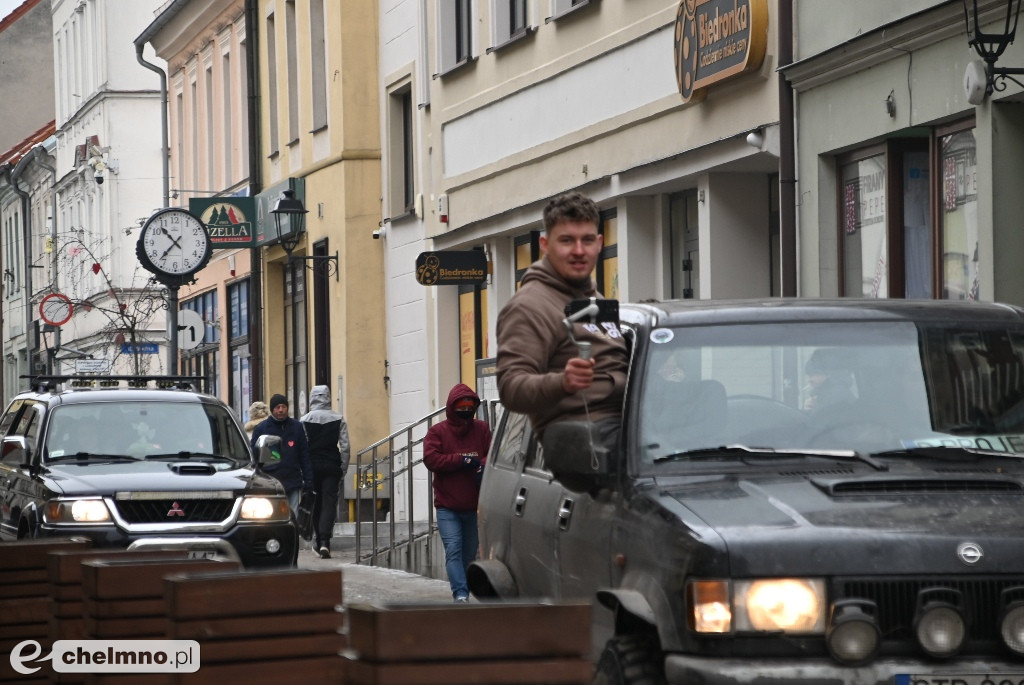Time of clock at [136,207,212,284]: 10:36
